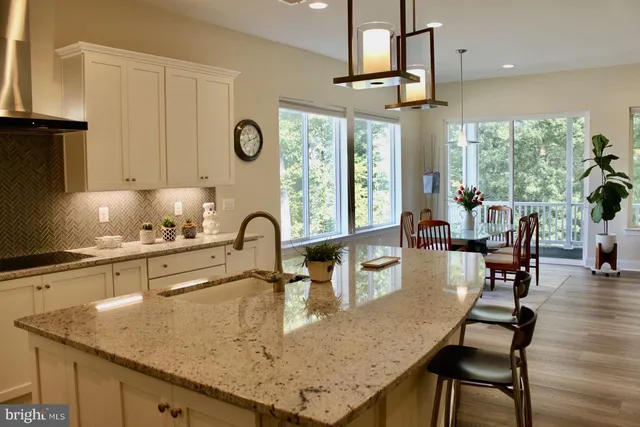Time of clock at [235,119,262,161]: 8:11
